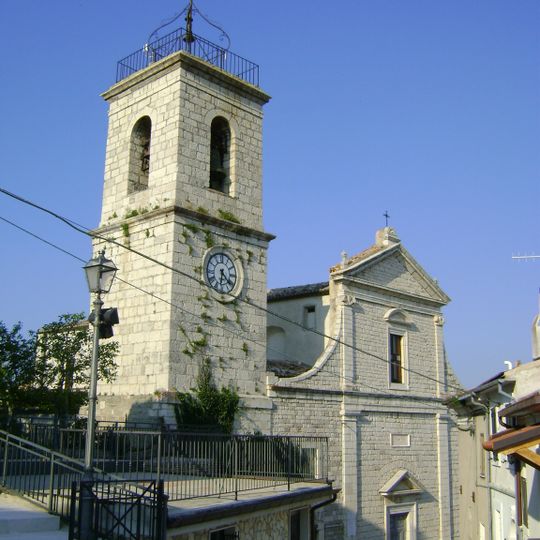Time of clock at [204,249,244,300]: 6:21
